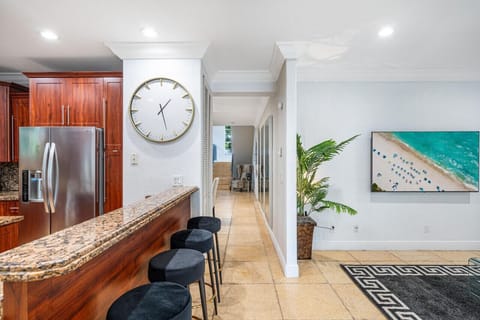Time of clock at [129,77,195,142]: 1:27
